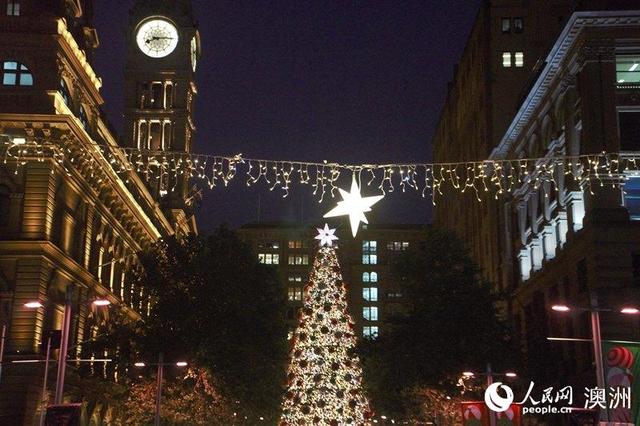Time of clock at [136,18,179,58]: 8:14
